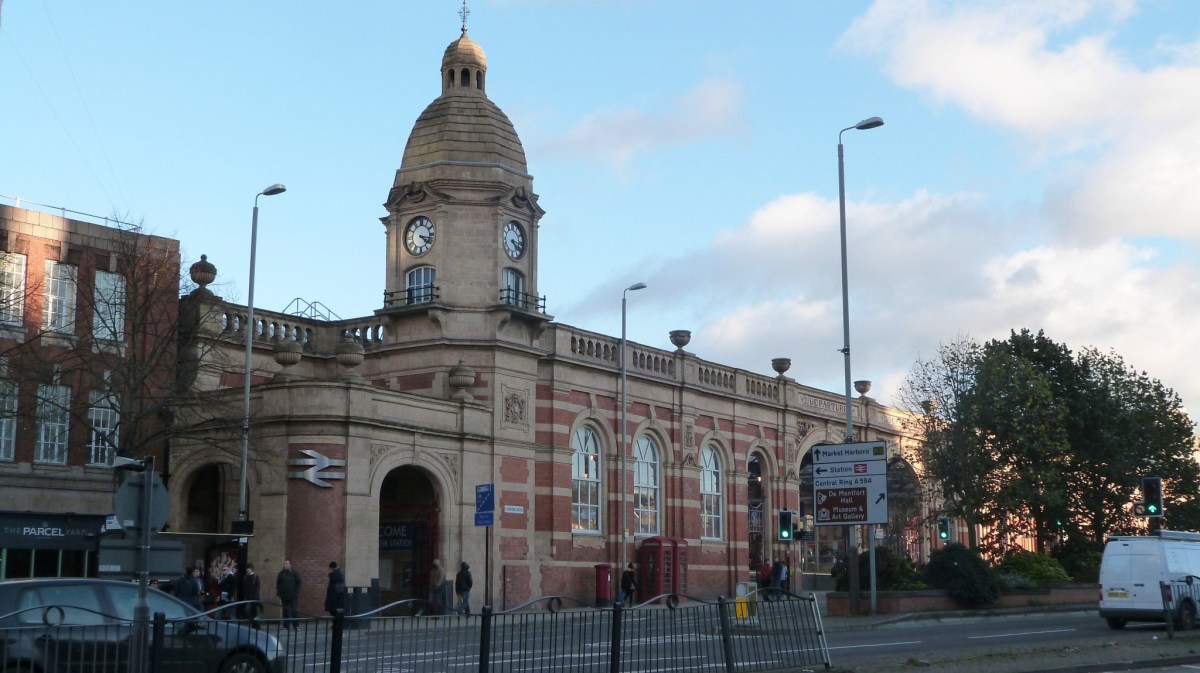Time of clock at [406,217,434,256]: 4:17
